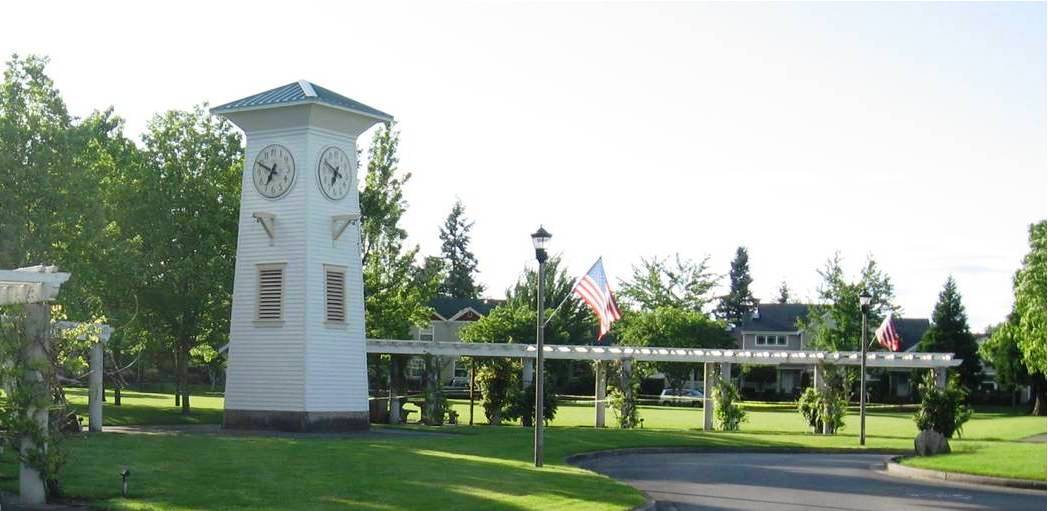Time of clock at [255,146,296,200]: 6:49
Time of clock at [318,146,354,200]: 6:49
